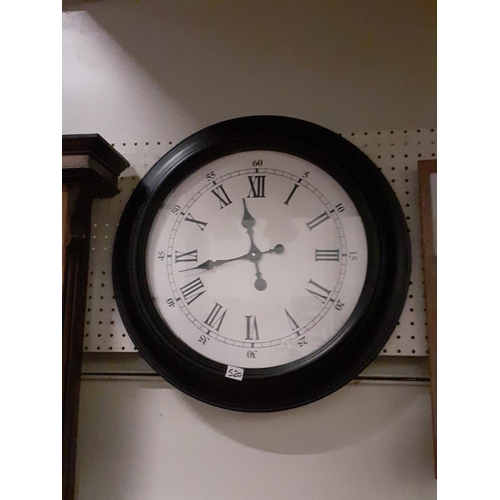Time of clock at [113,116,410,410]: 11:42
